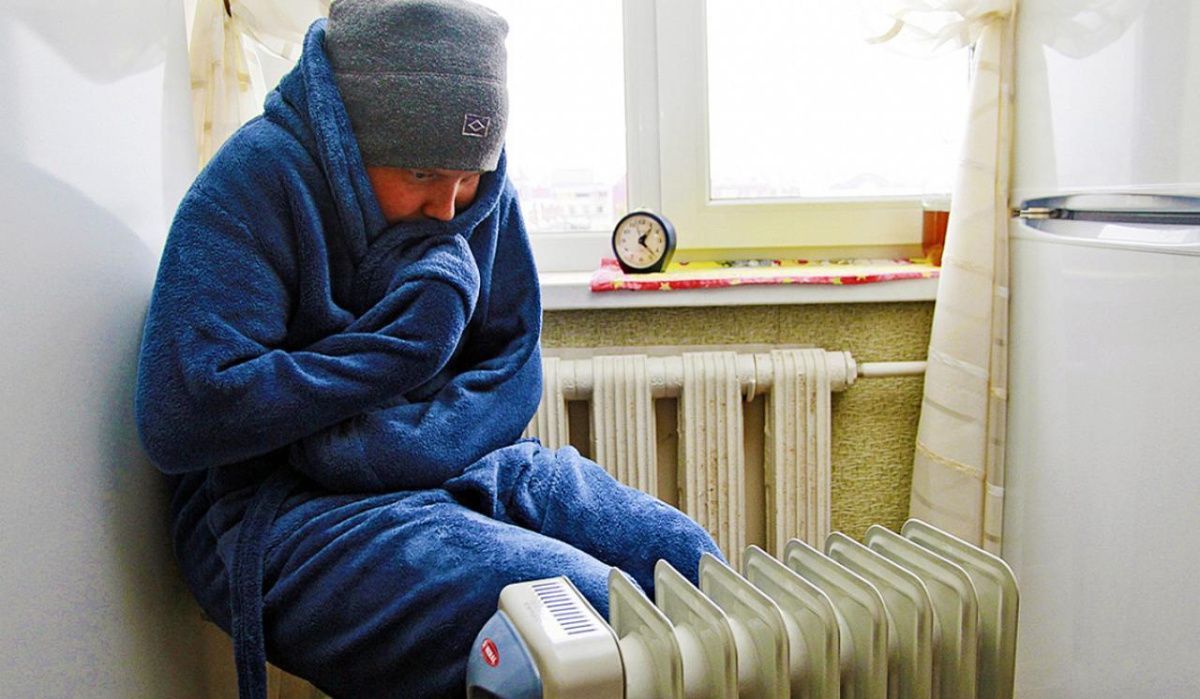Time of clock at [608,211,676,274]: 1:22
